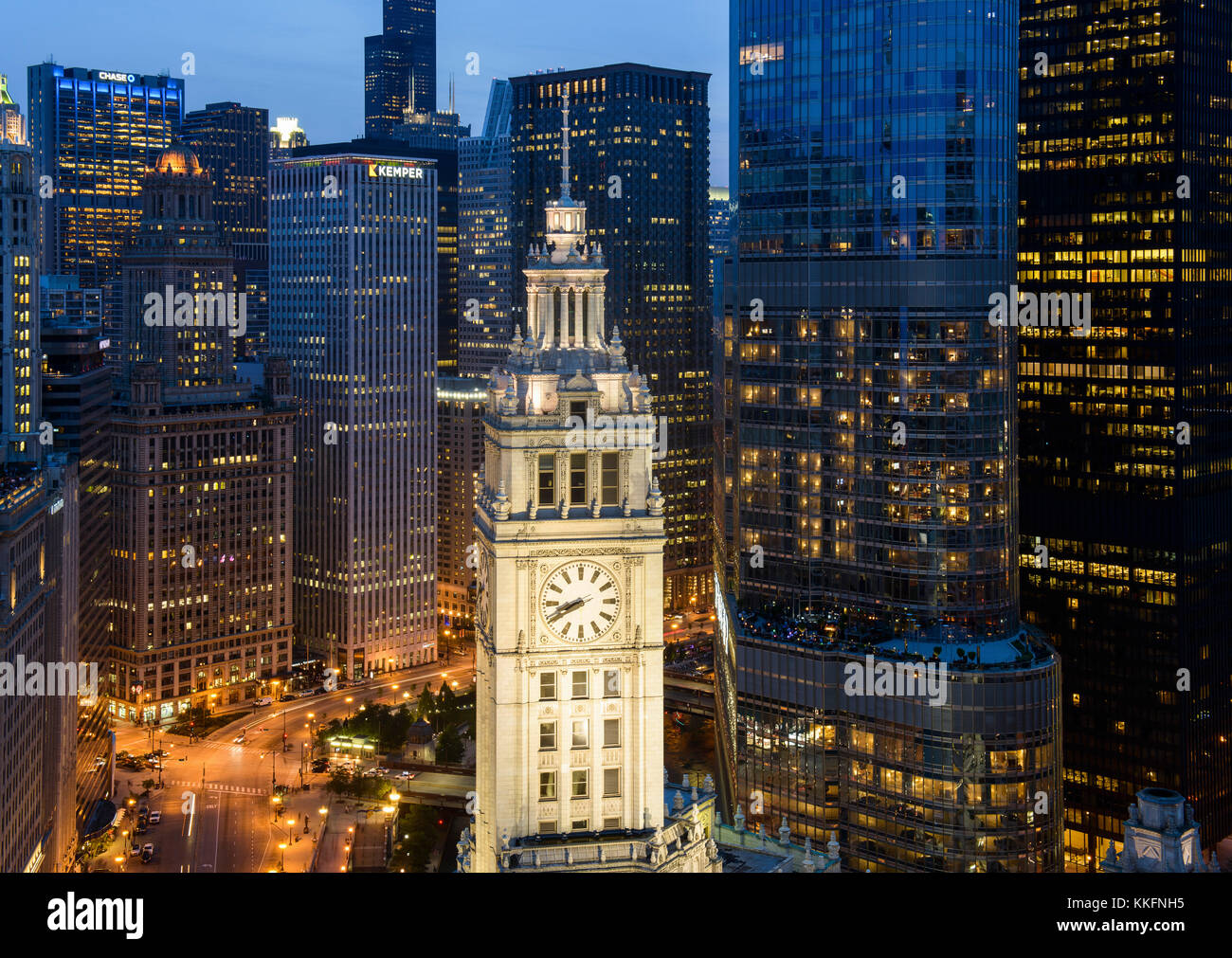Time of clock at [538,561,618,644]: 8:40
